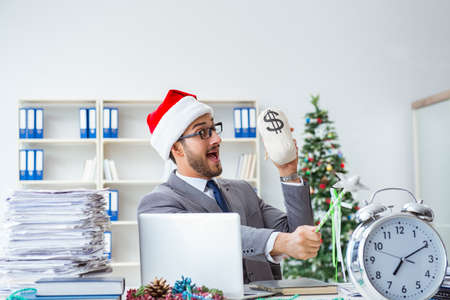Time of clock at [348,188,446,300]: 7:10
